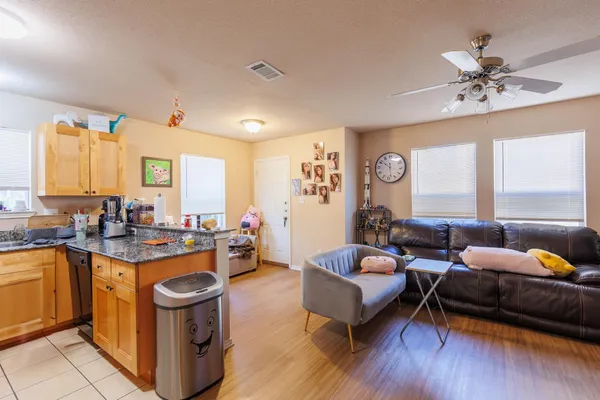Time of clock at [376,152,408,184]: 10:28
